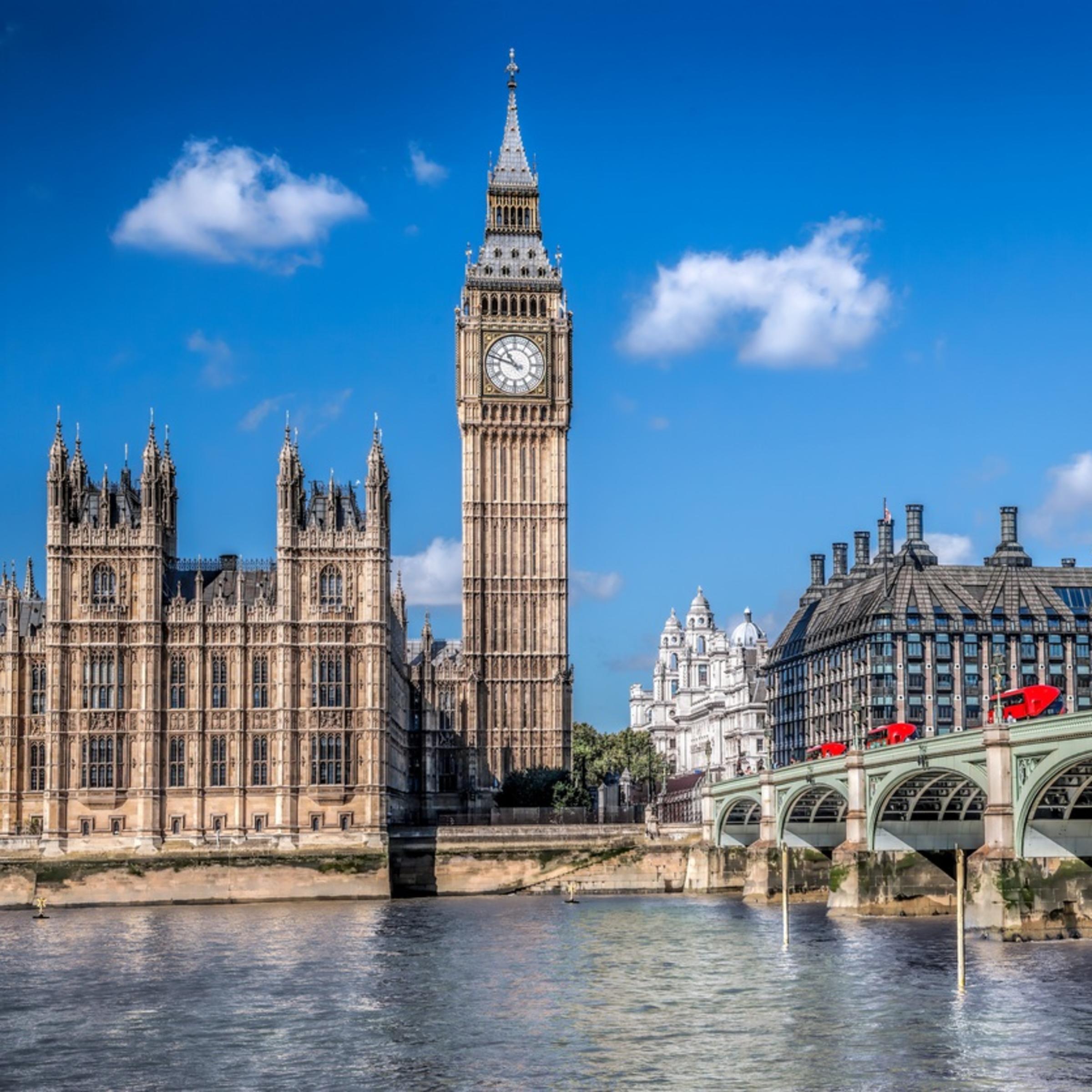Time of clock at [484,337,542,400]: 10:47
